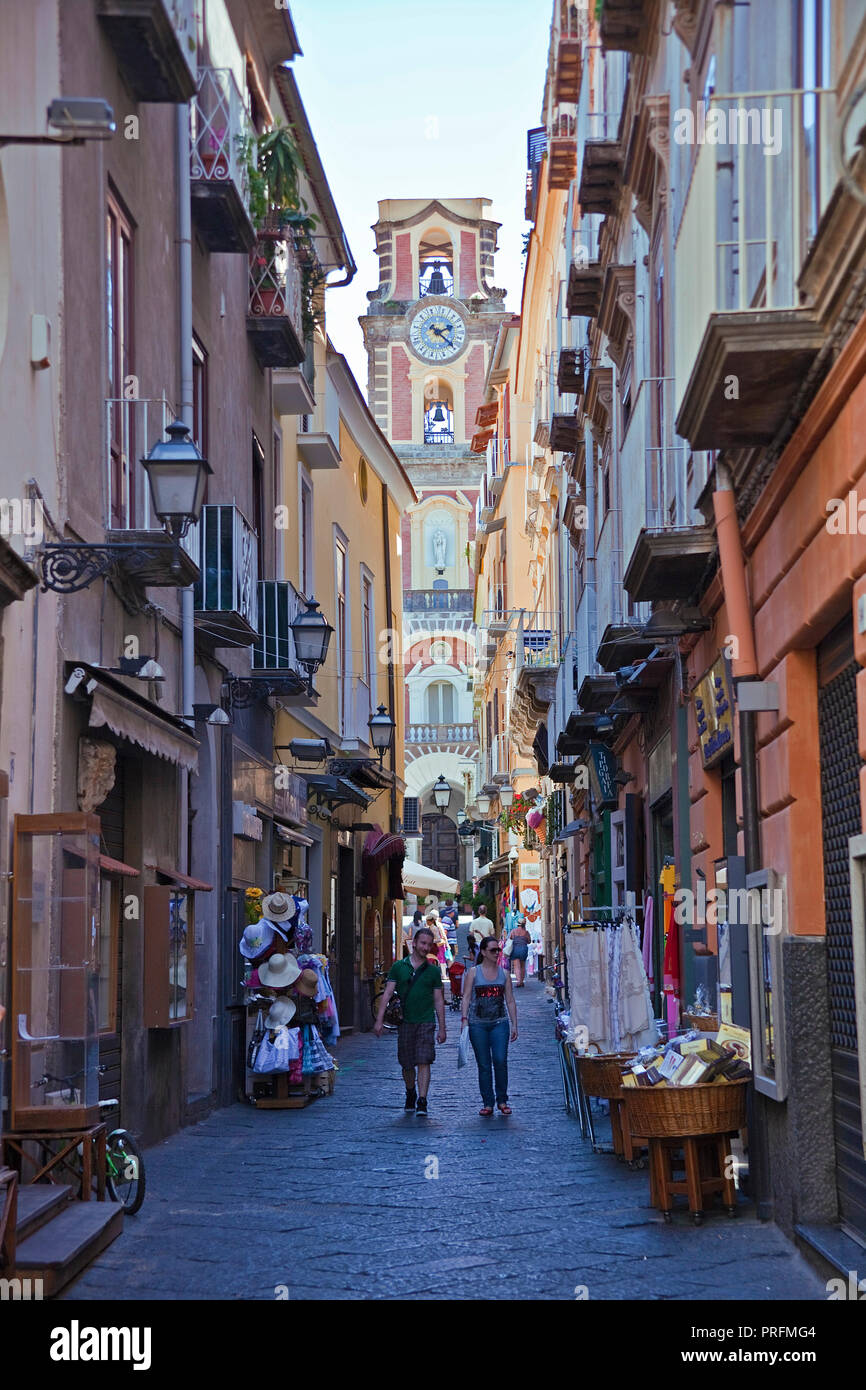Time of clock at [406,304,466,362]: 2:19
